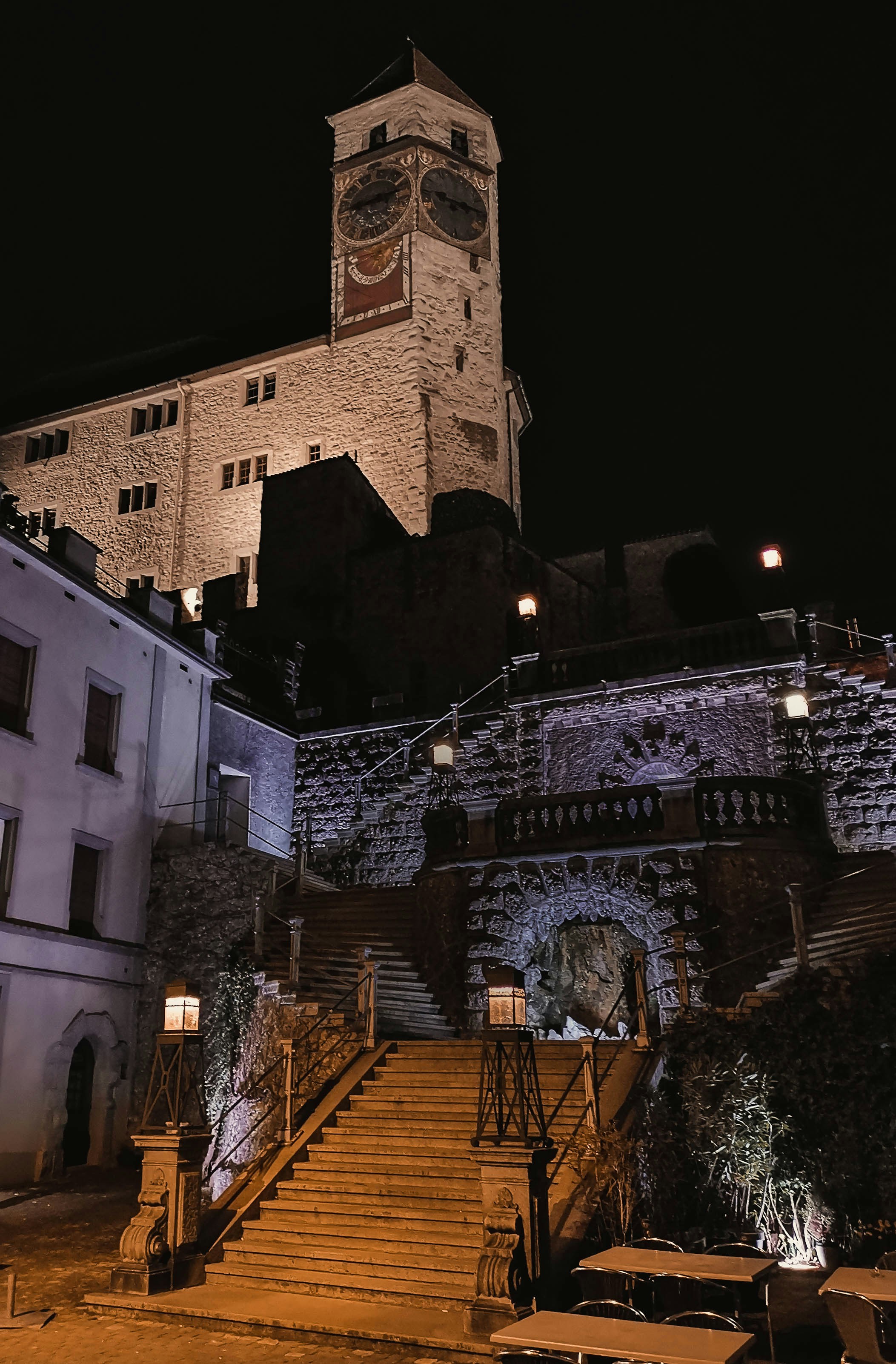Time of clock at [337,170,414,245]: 8:12
